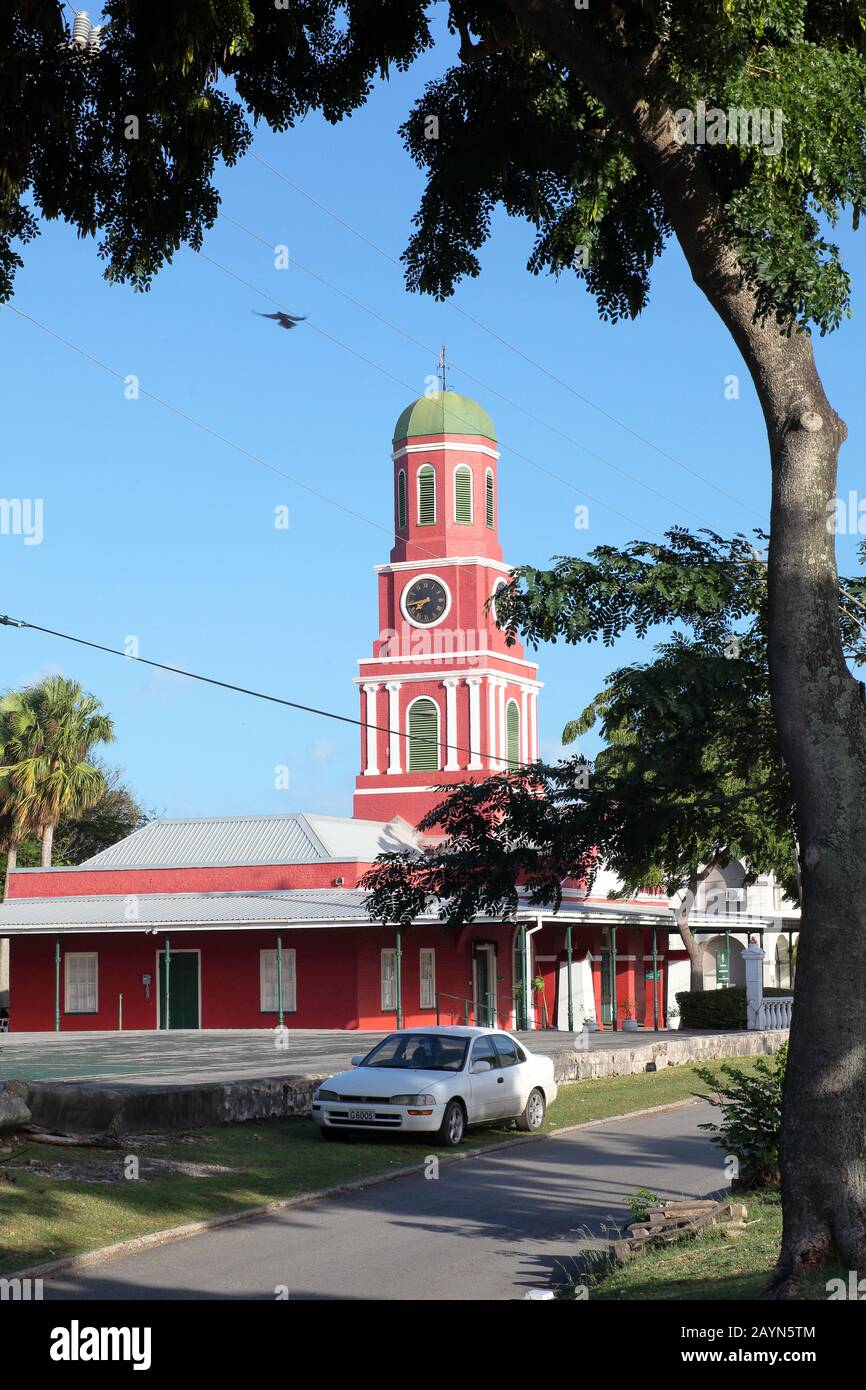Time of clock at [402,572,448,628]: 7:42
